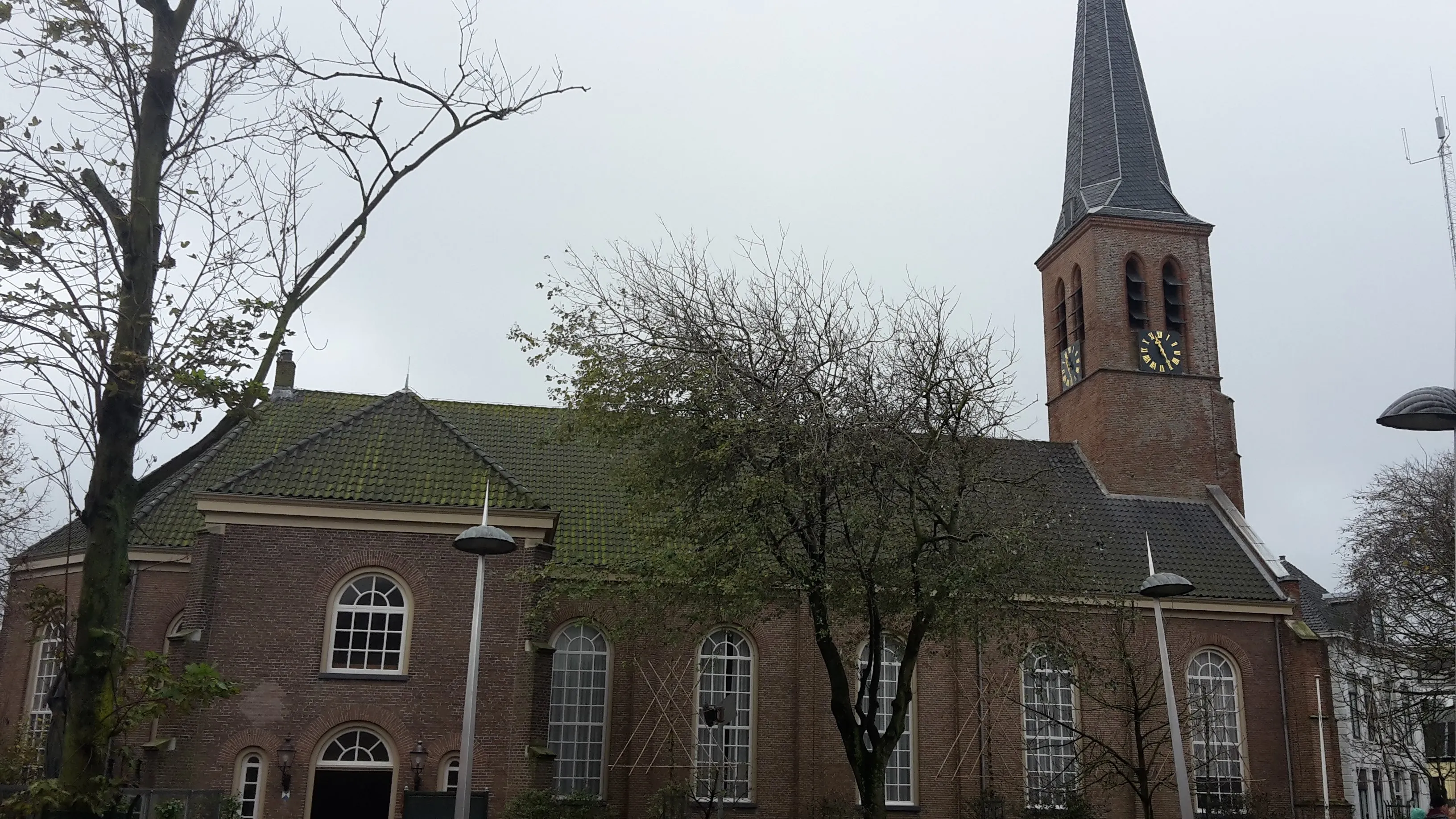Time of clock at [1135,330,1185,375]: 11:25
